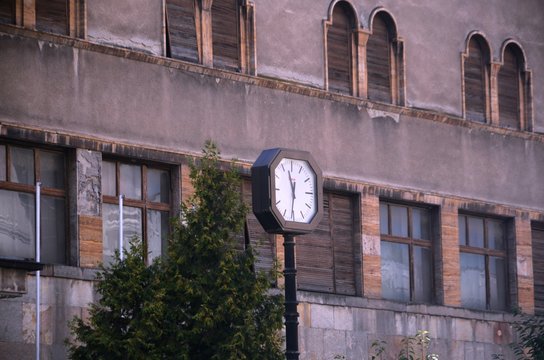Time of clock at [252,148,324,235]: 11:31
